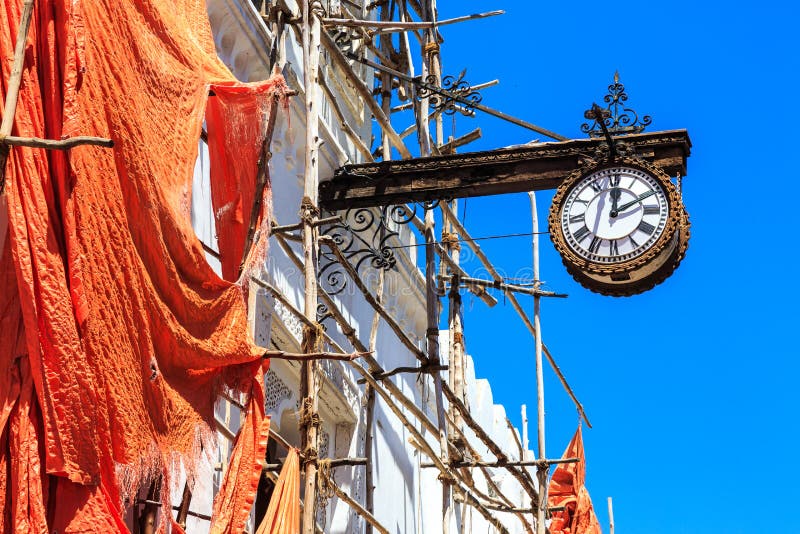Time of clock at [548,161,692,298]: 12:10
